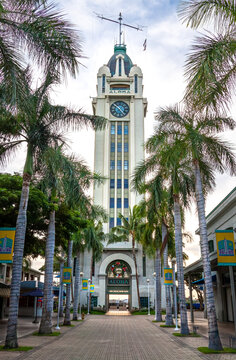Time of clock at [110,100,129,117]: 4:51
